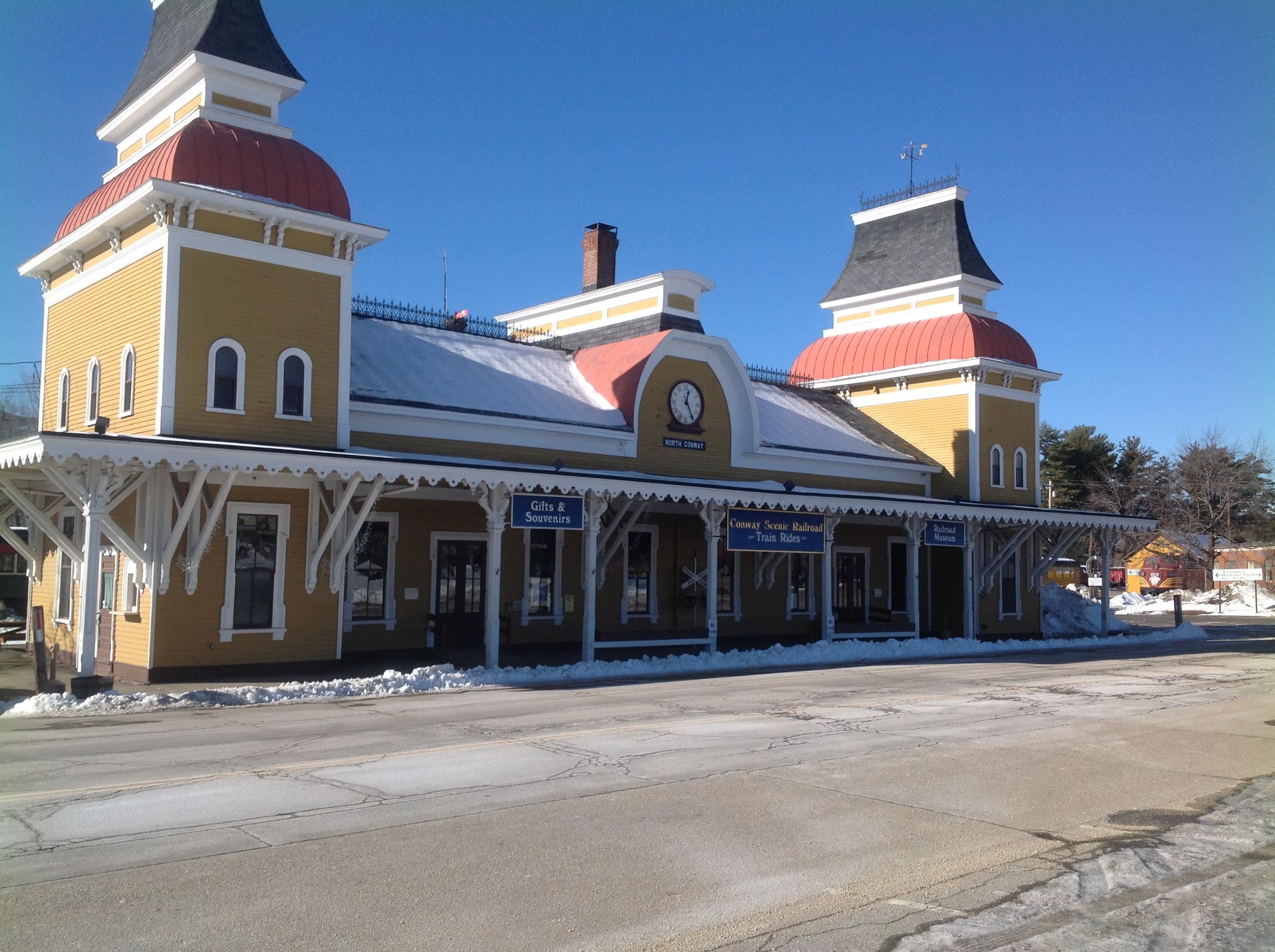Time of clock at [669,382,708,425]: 12:24
